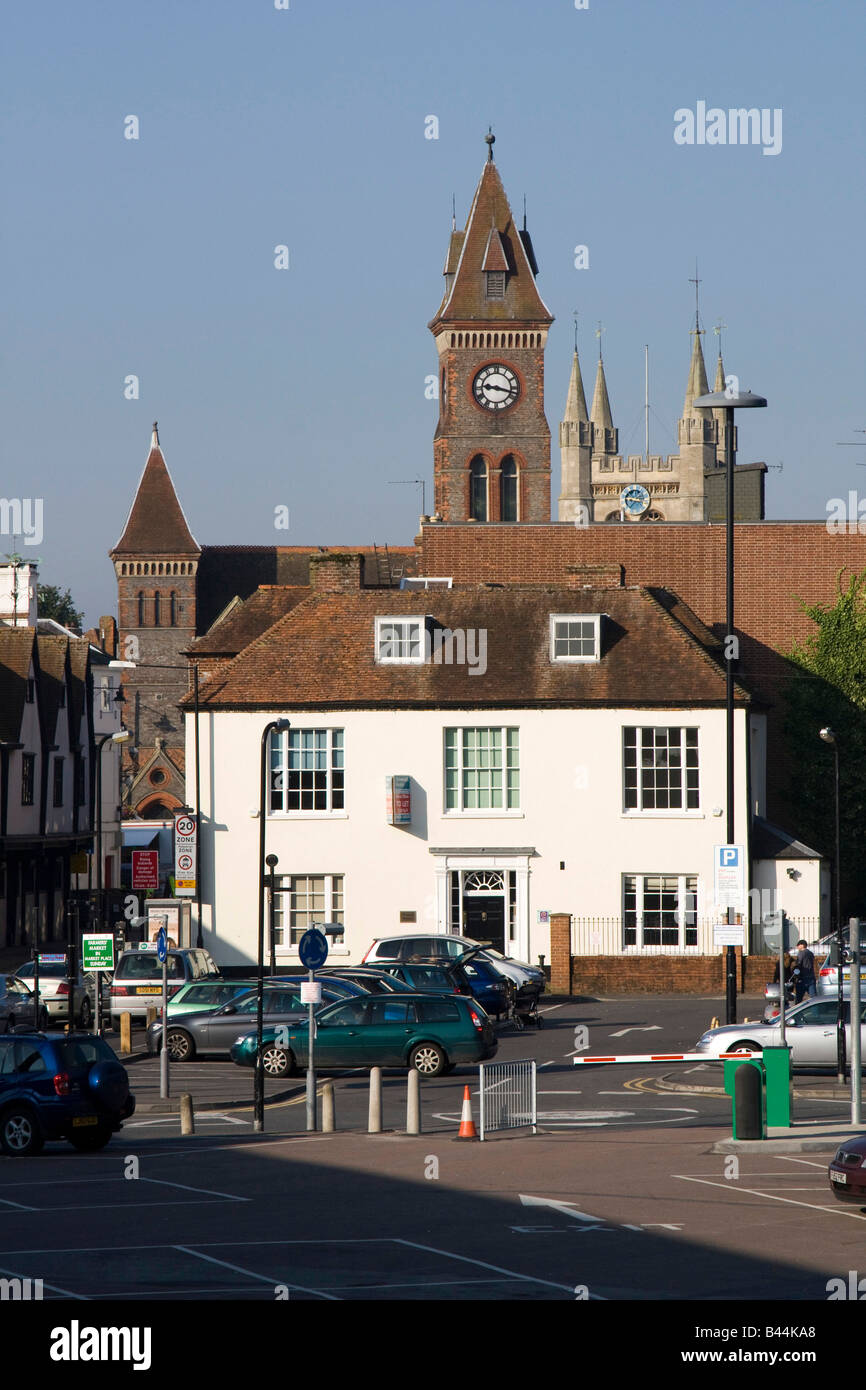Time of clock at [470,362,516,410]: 9:17
